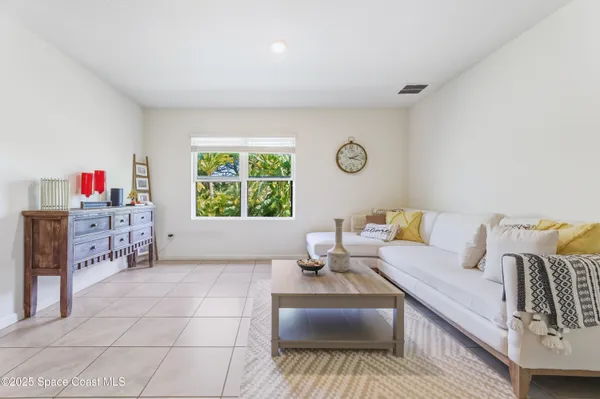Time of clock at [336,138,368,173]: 2:17
